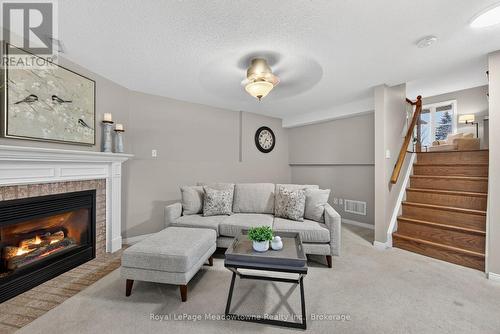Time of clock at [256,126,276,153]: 3:34
